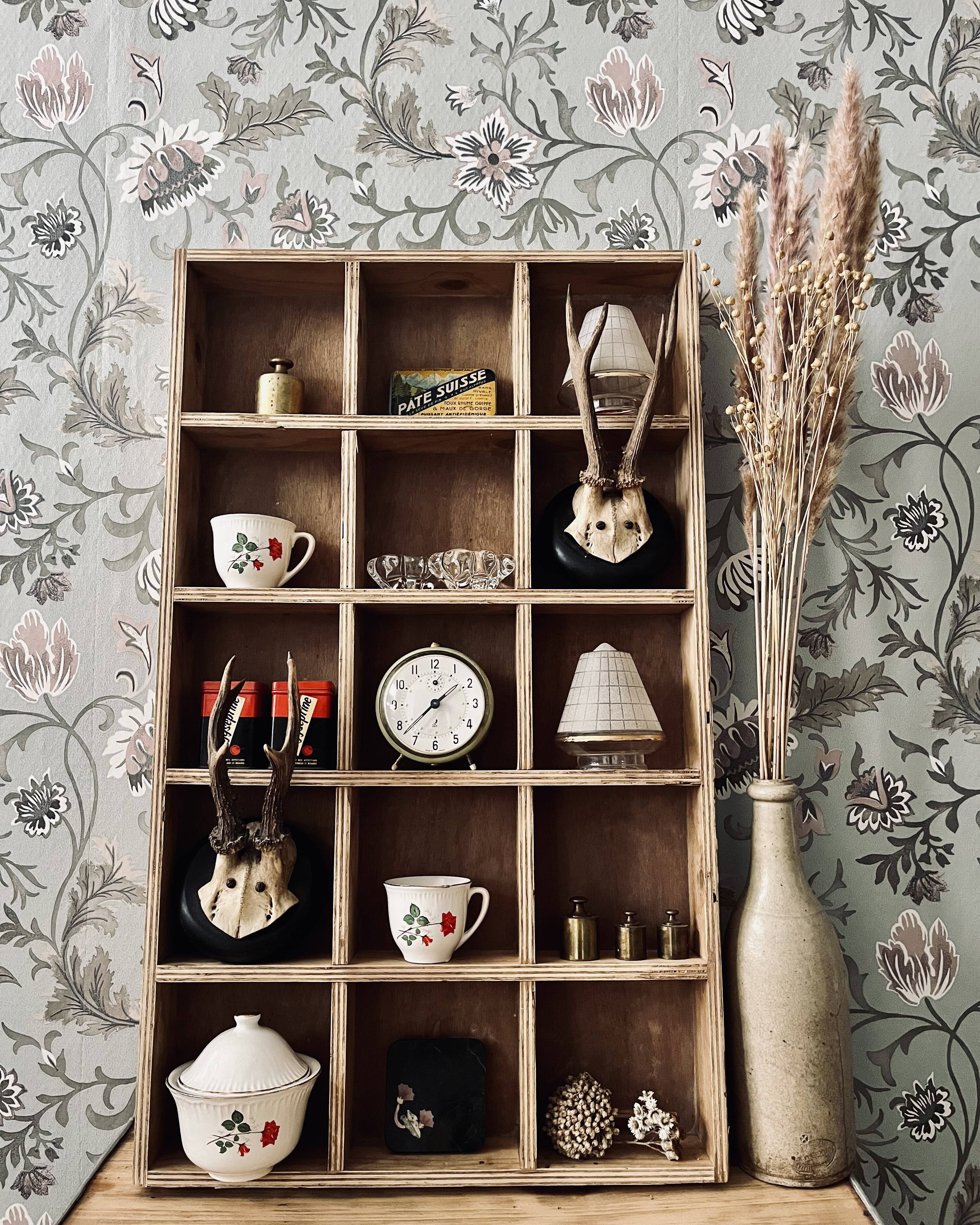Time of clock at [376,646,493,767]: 1:37
